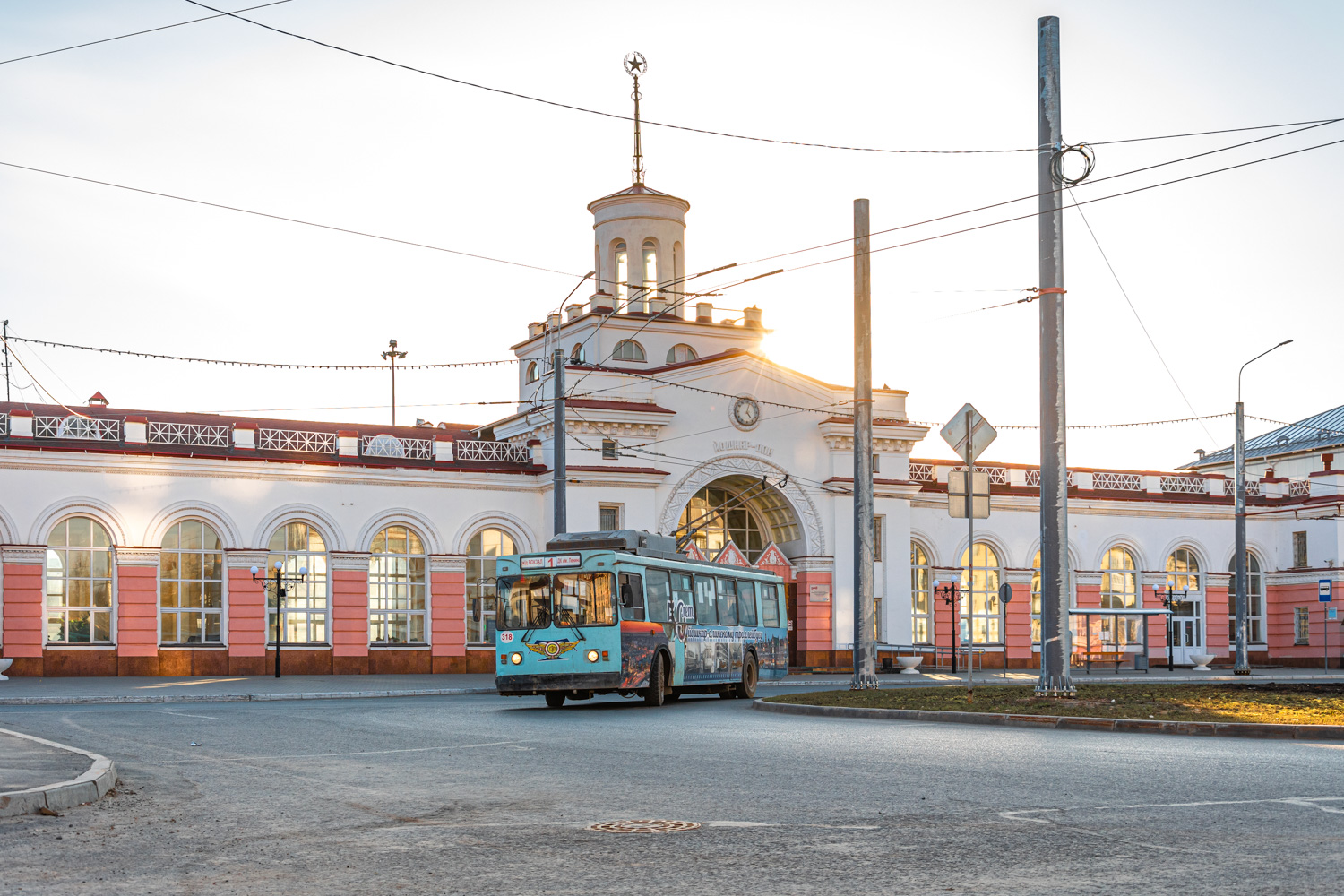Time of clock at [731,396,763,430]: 5:02
